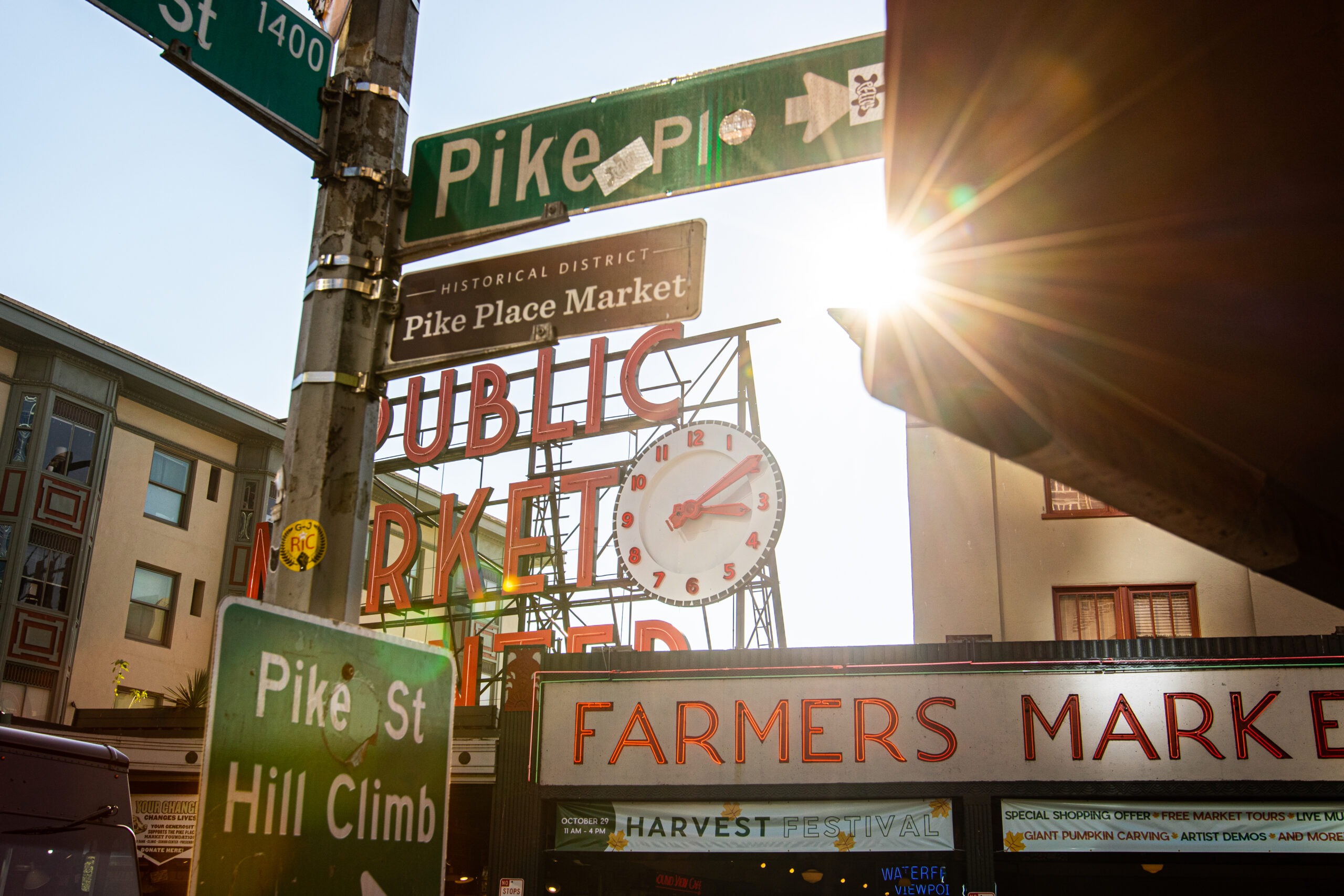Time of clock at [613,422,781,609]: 3:09
